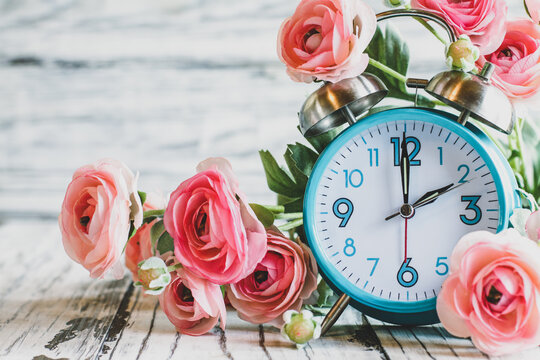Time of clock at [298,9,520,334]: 1:59
